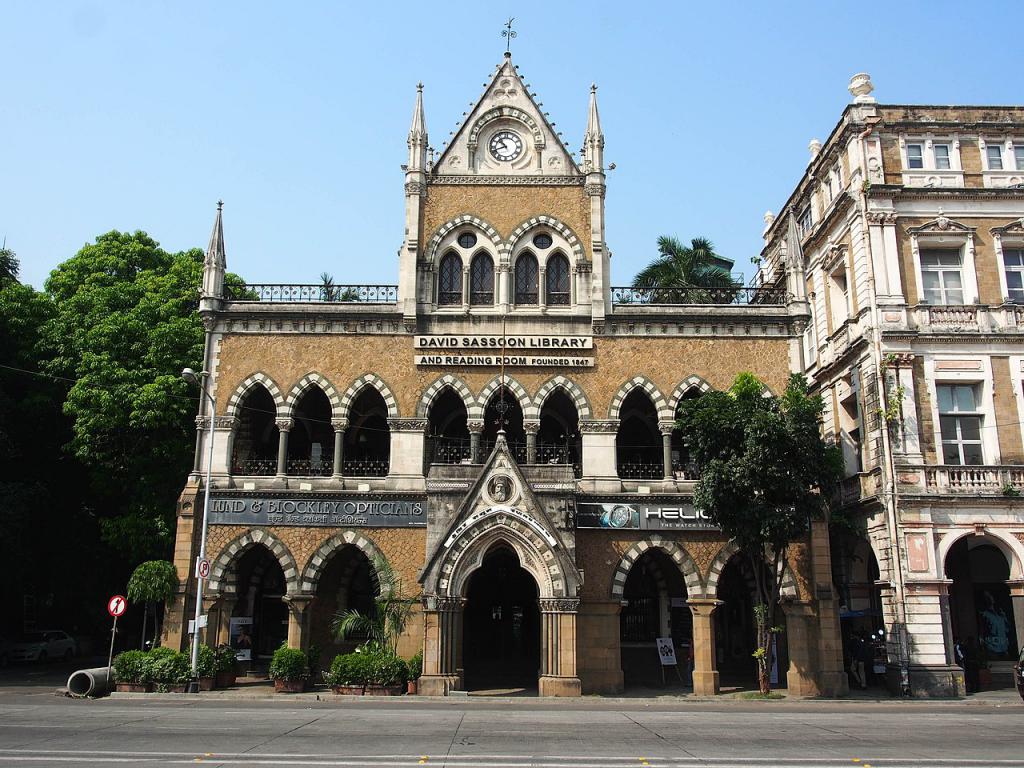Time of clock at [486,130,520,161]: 10:41
